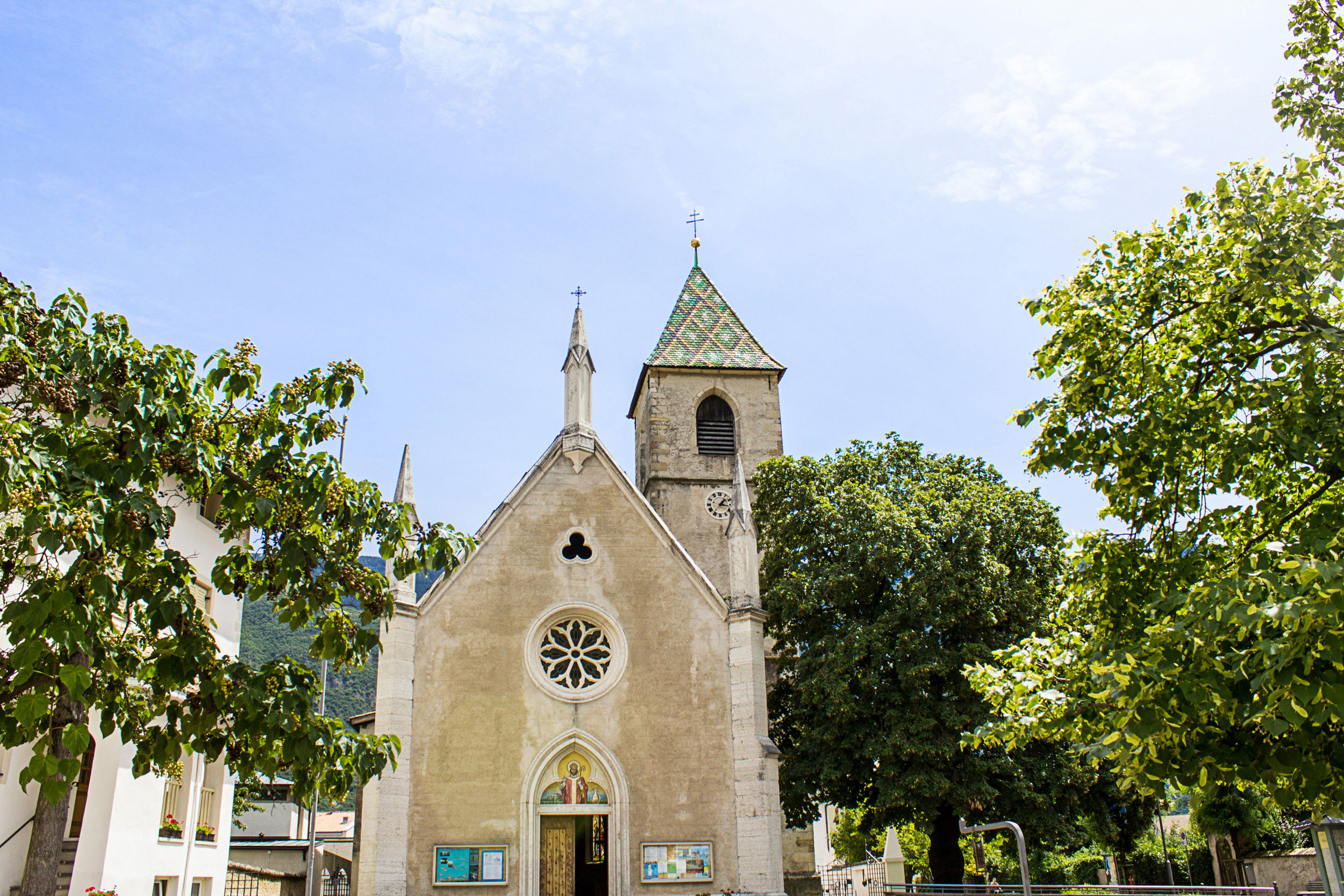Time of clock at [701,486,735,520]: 1:16
